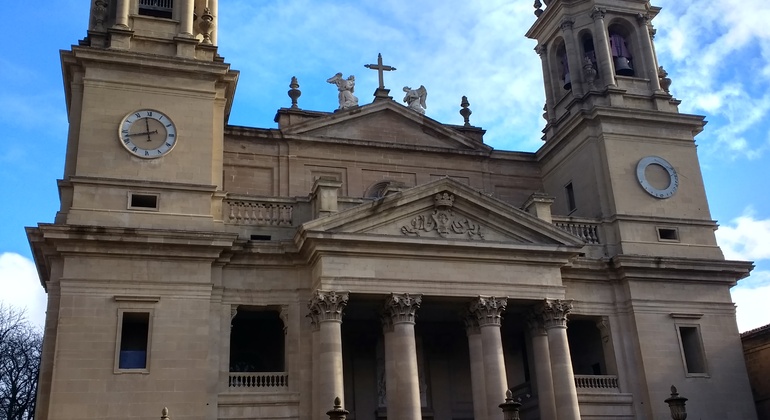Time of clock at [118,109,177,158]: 11:42
